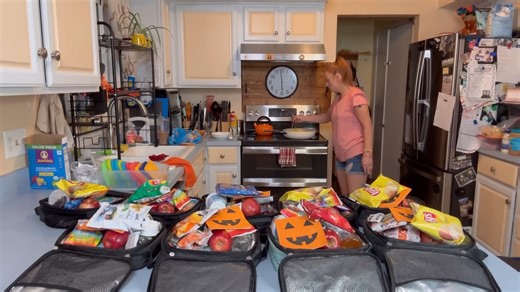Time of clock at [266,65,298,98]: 5:58
